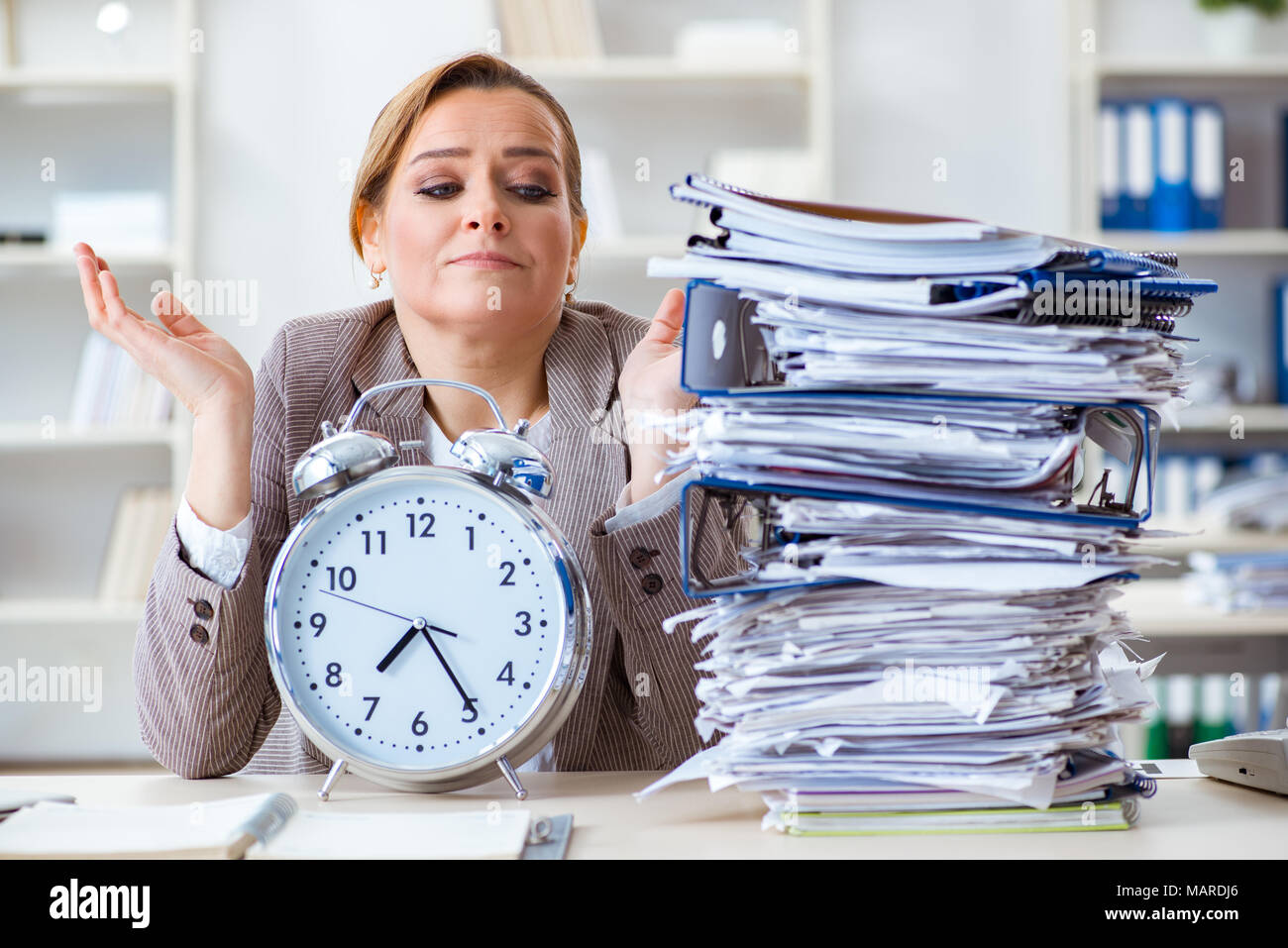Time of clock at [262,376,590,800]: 7:24
